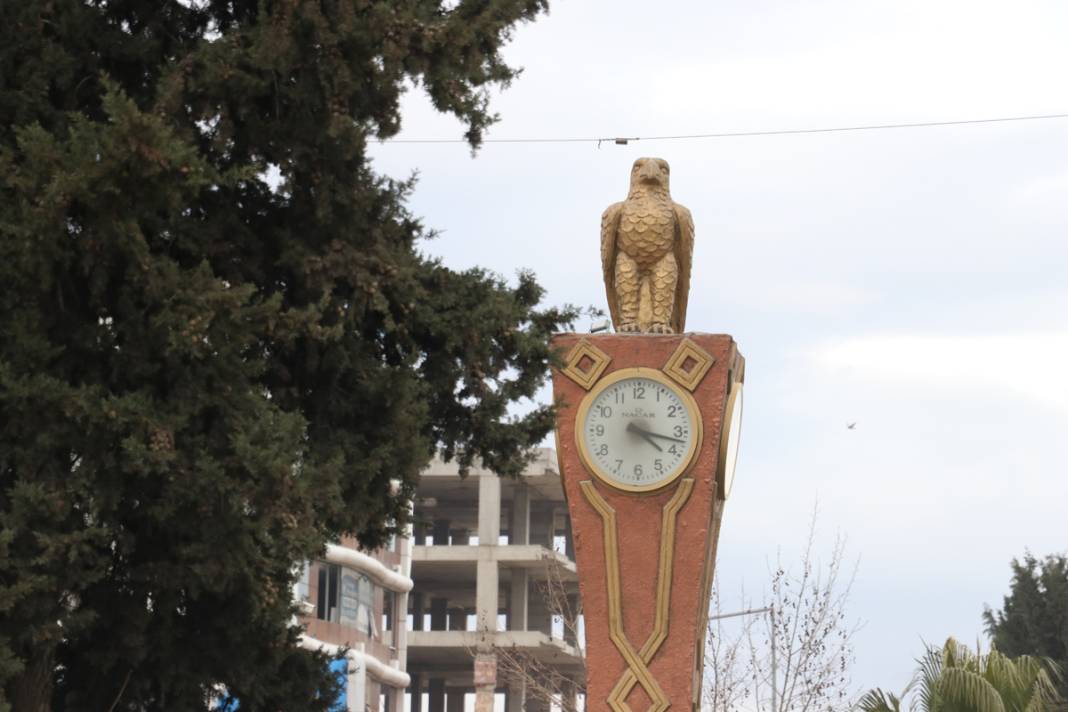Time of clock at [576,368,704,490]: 4:17
